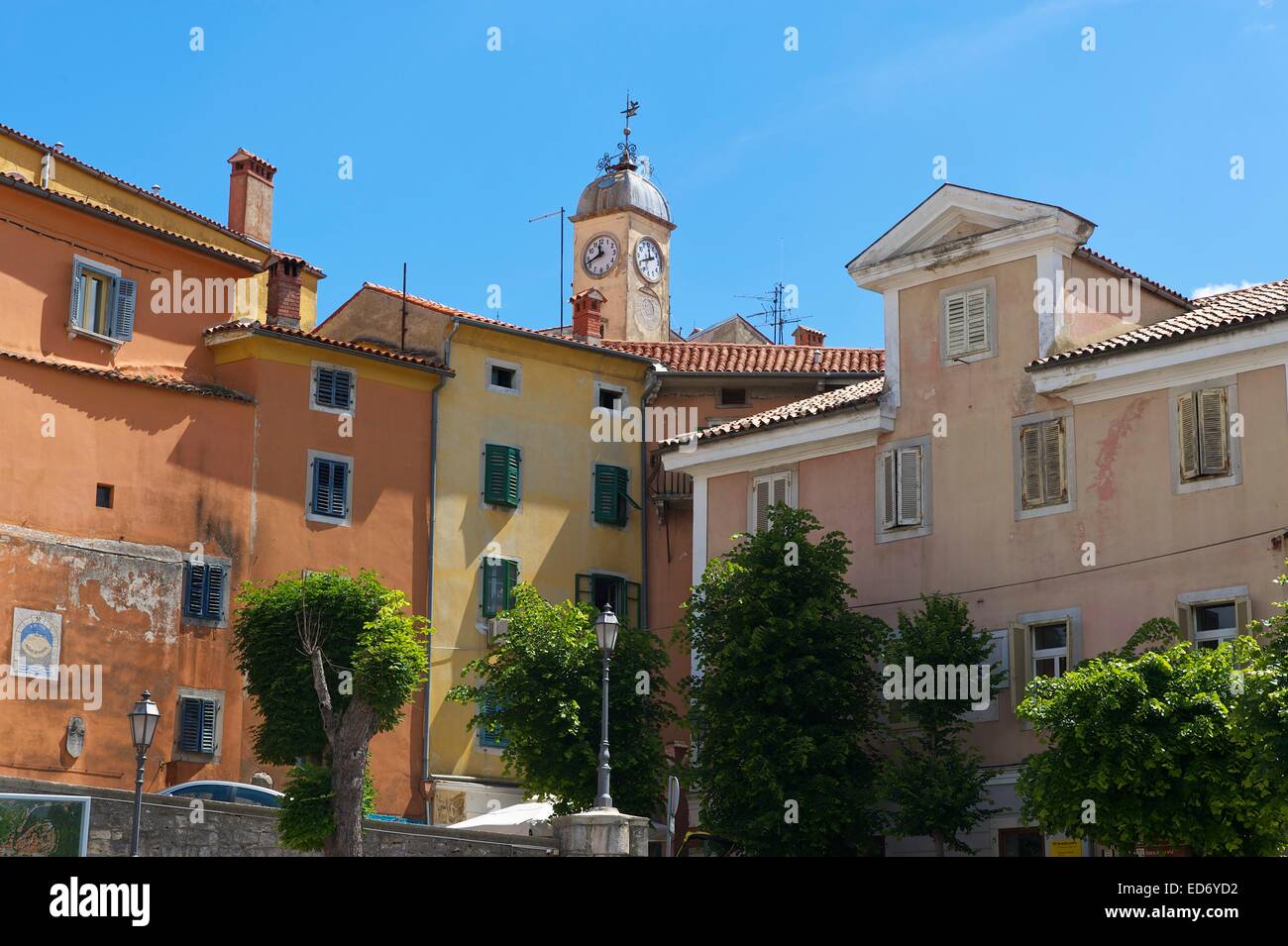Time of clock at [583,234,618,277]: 11:41
